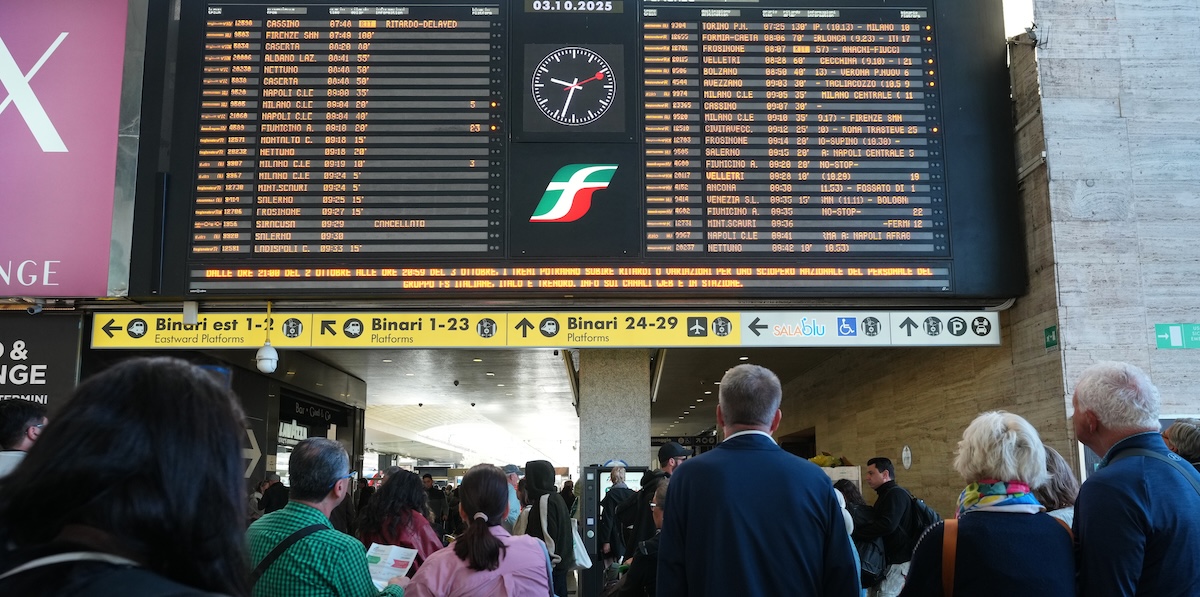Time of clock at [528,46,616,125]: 9:33
